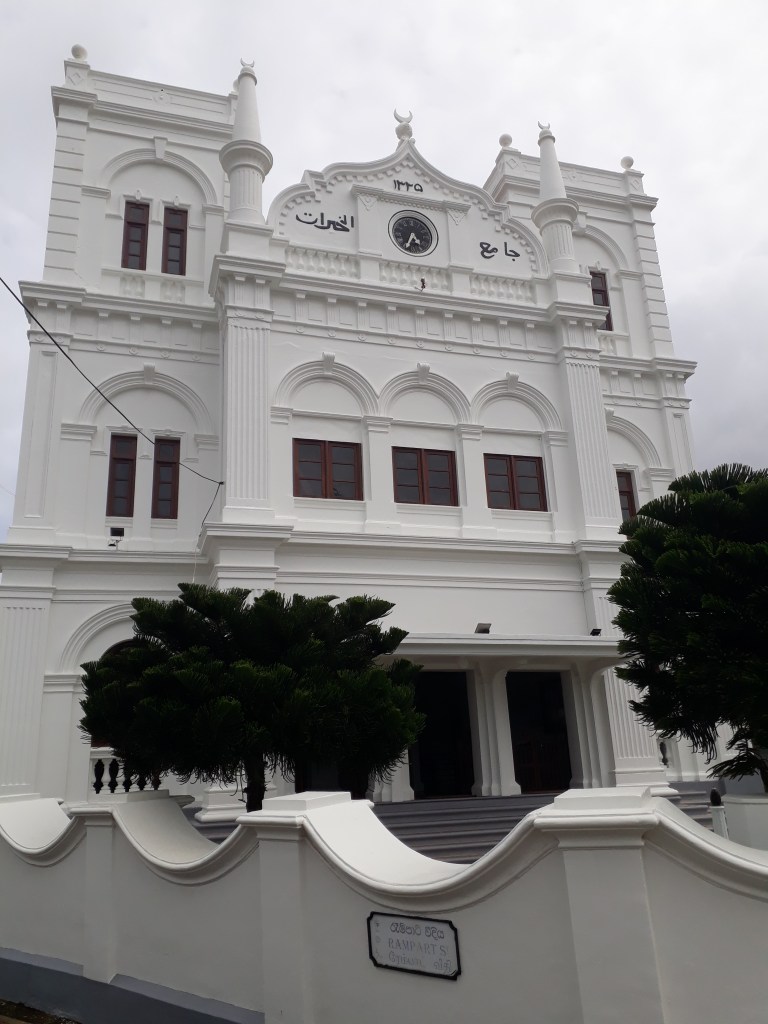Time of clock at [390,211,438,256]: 4:34
